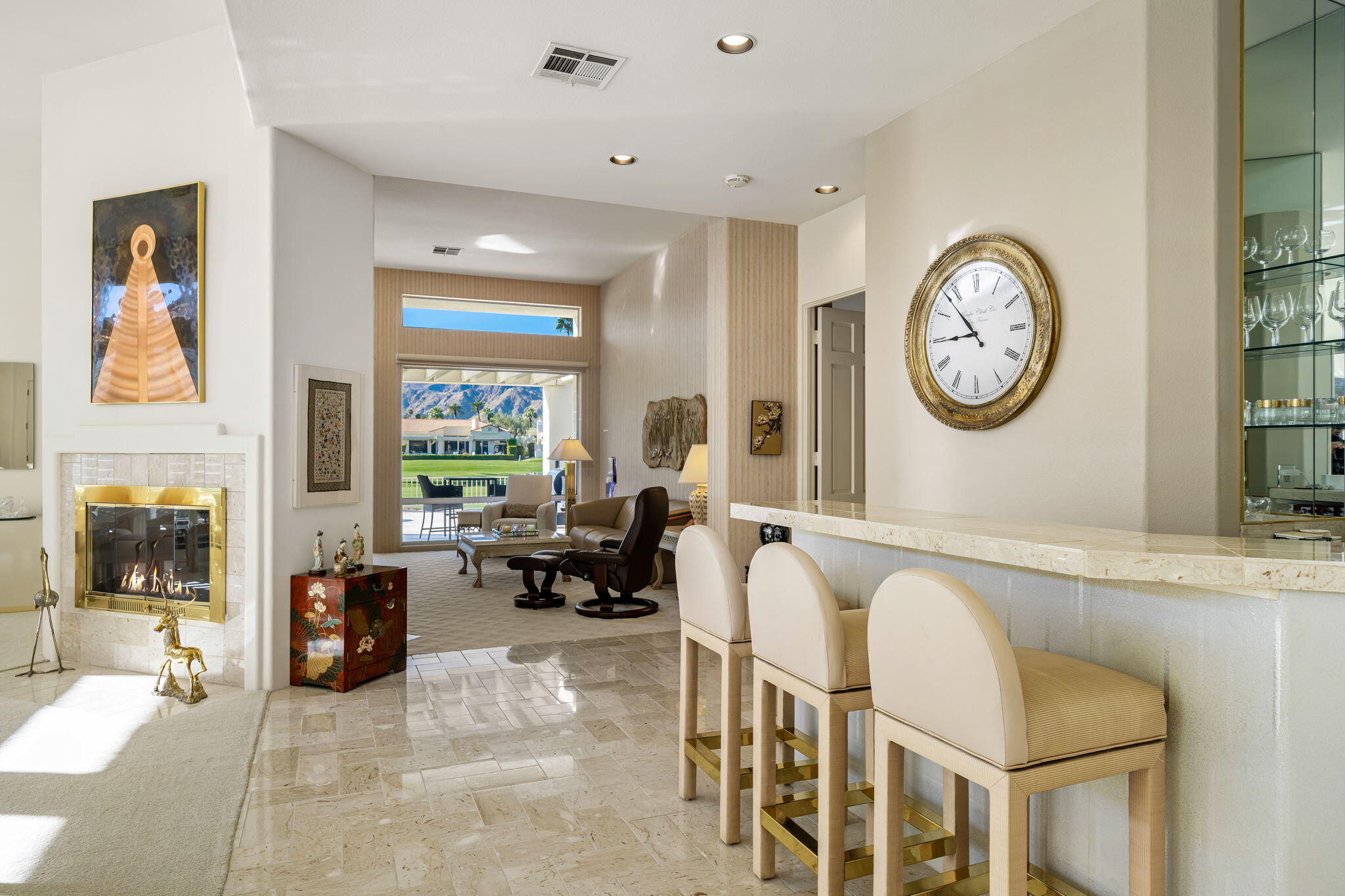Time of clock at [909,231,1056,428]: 8:53
